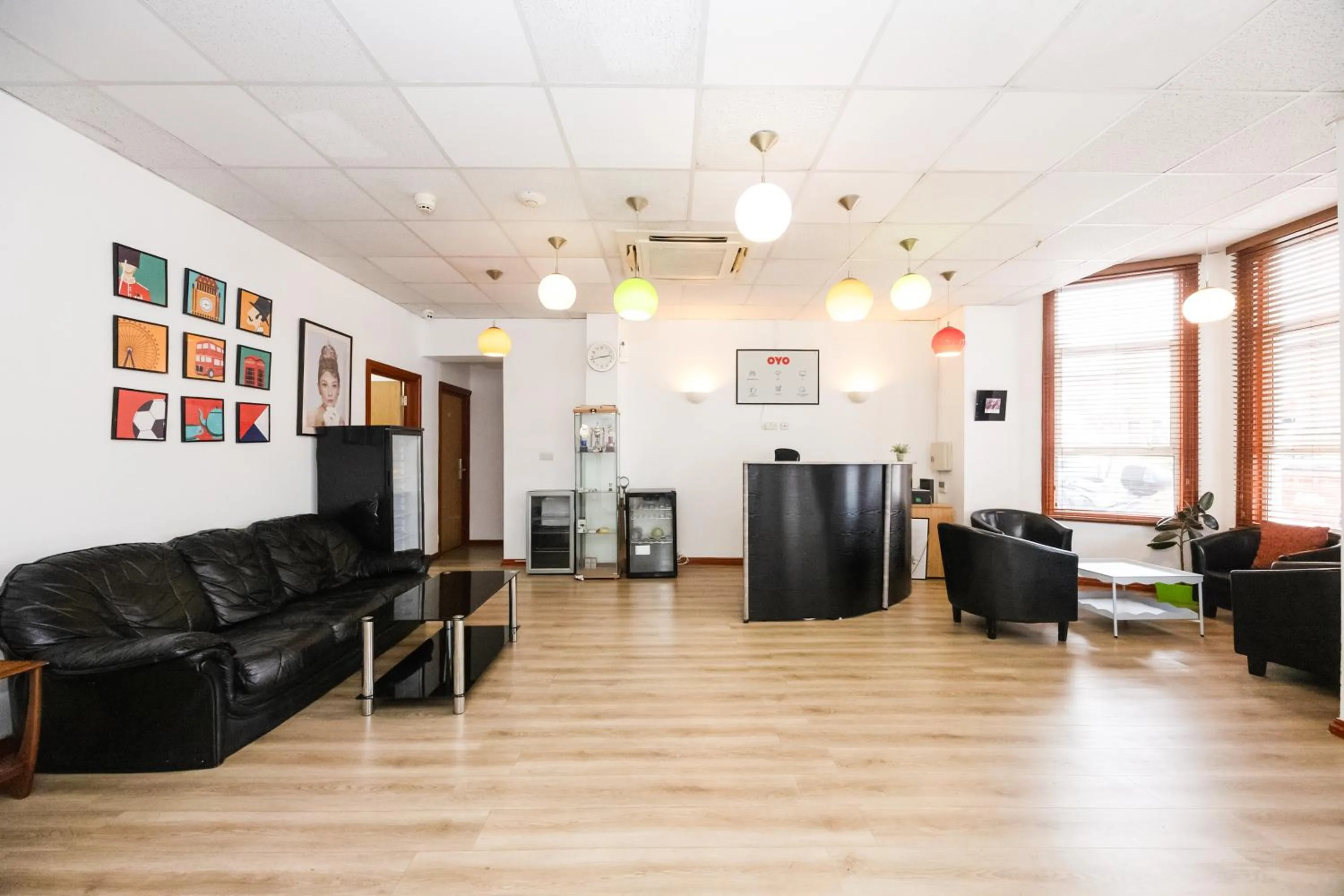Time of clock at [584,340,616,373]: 2:42
